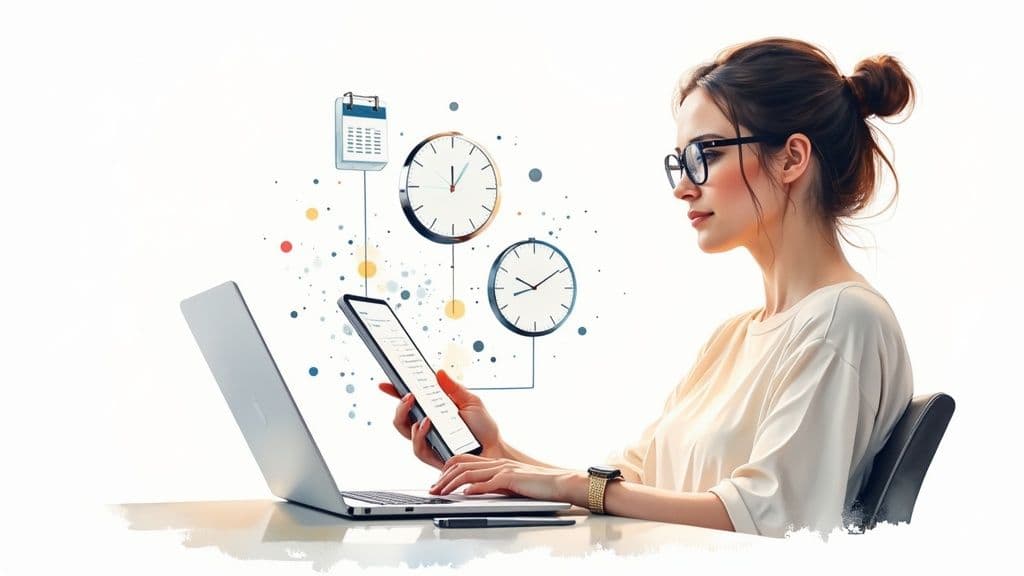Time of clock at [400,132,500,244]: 12:05
